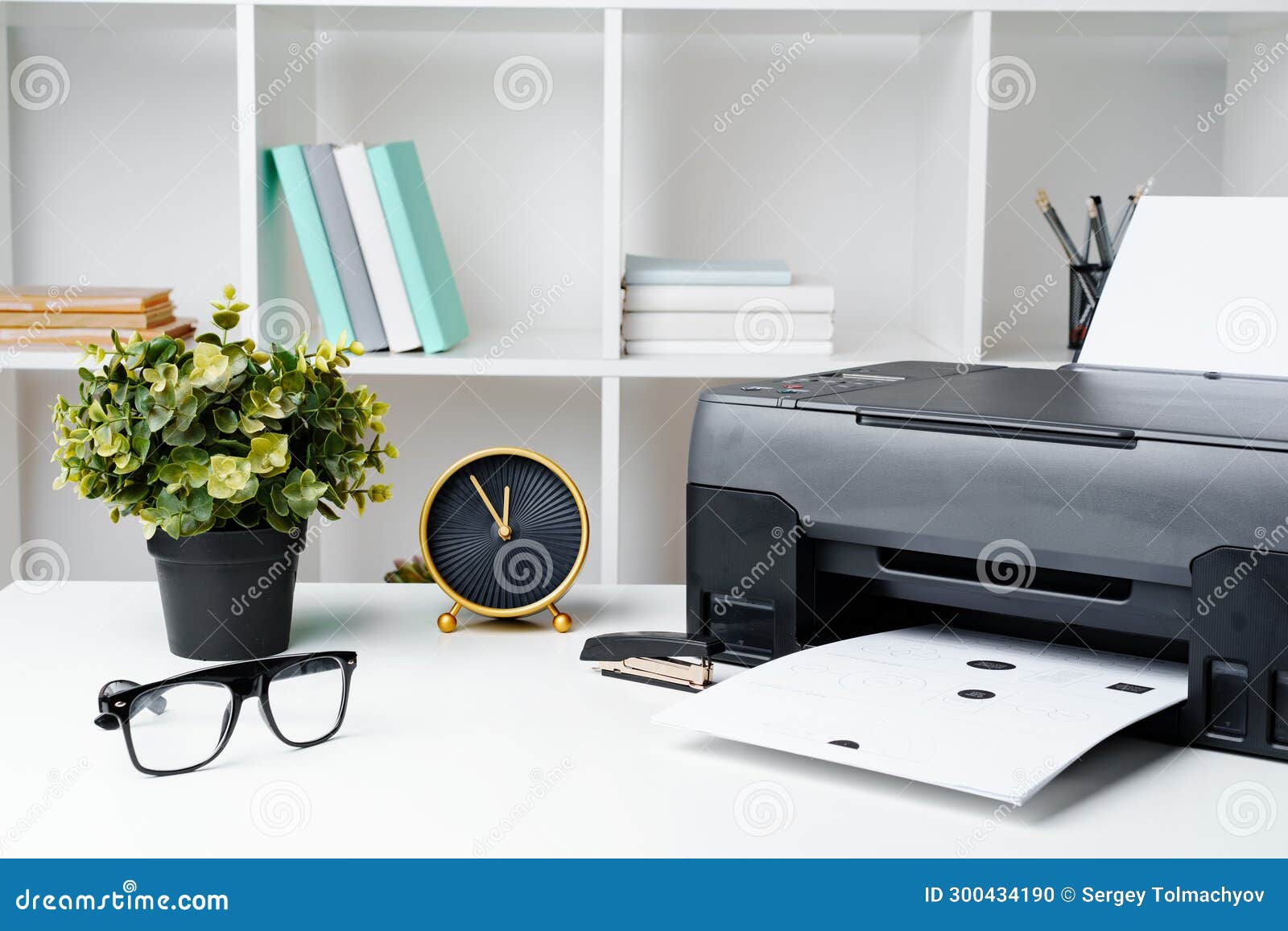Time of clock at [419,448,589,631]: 11:54
